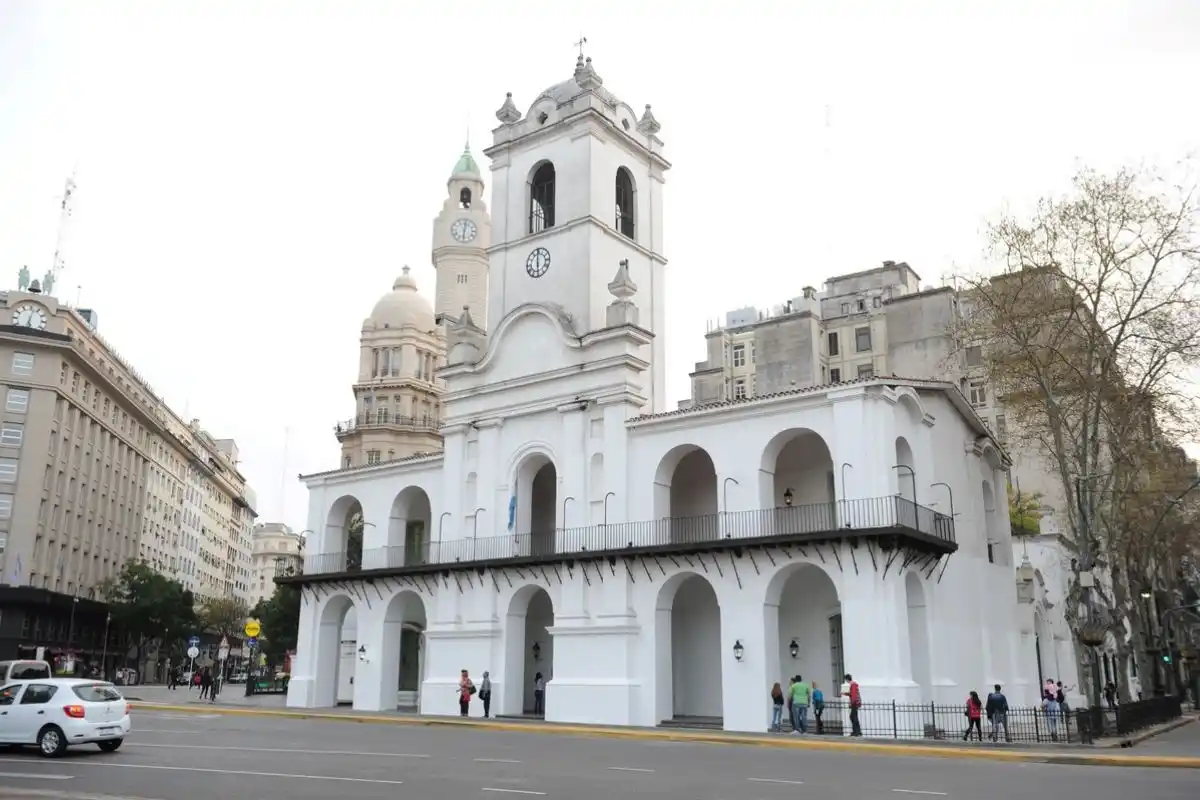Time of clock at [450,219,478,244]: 6:01
